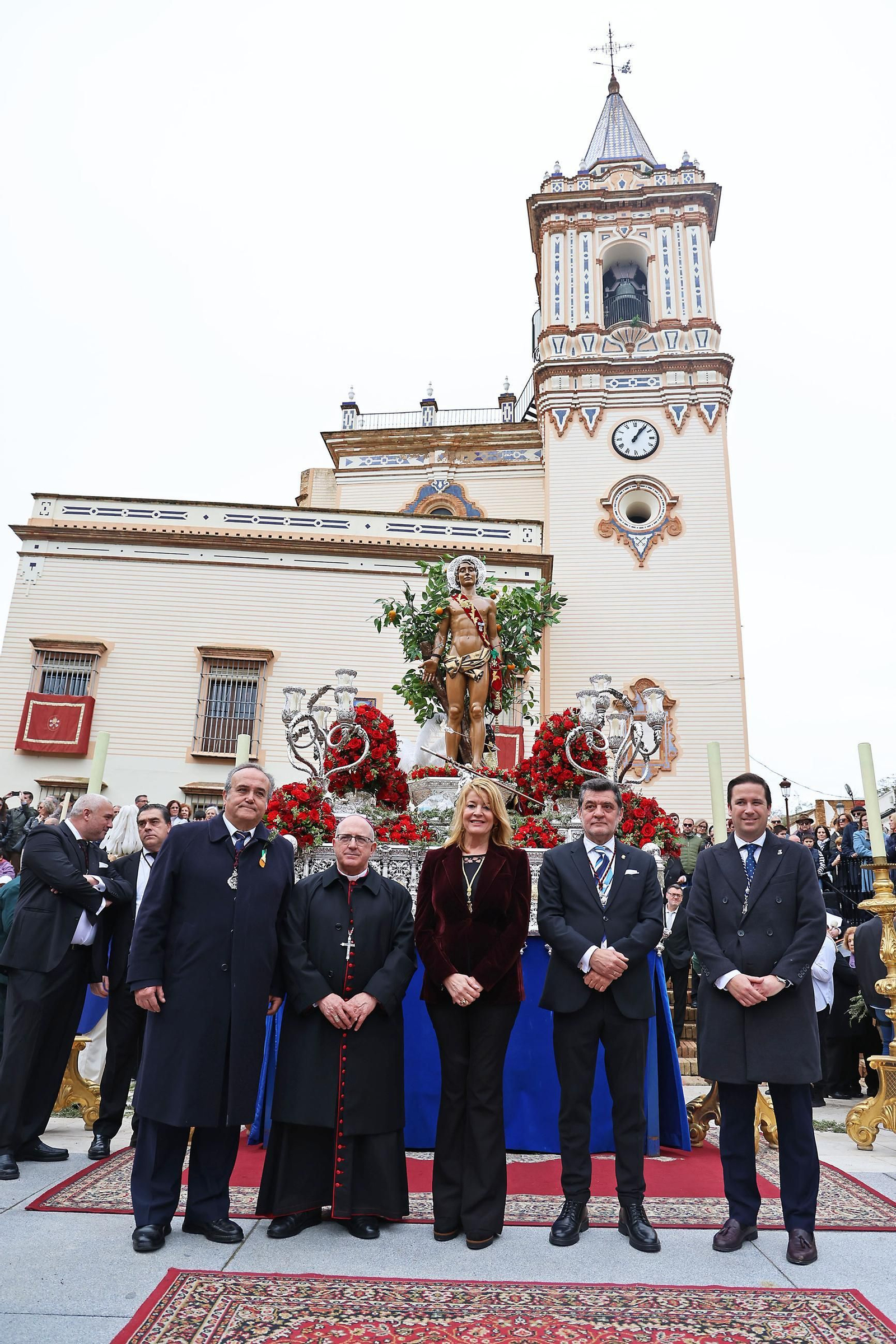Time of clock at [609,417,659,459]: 1:06
